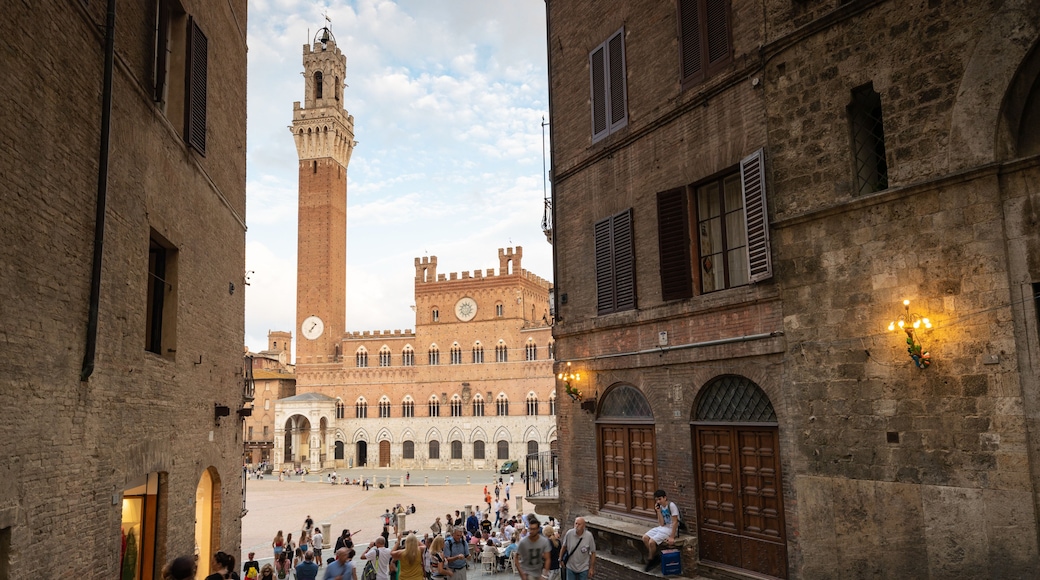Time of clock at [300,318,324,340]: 7:07
